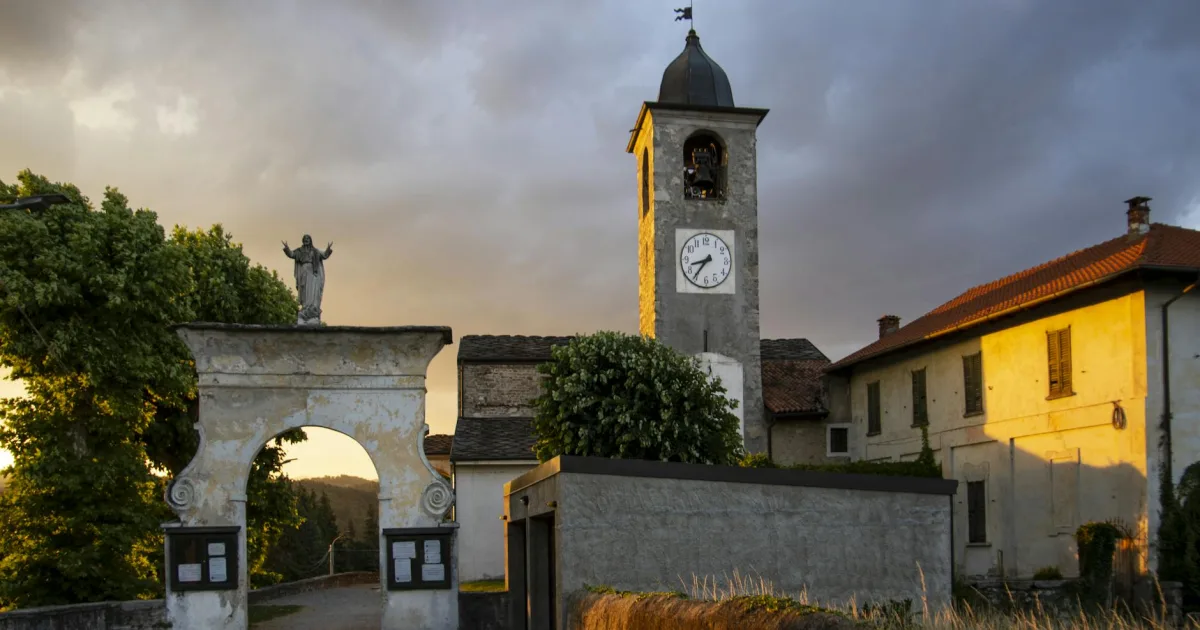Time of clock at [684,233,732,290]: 8:36
